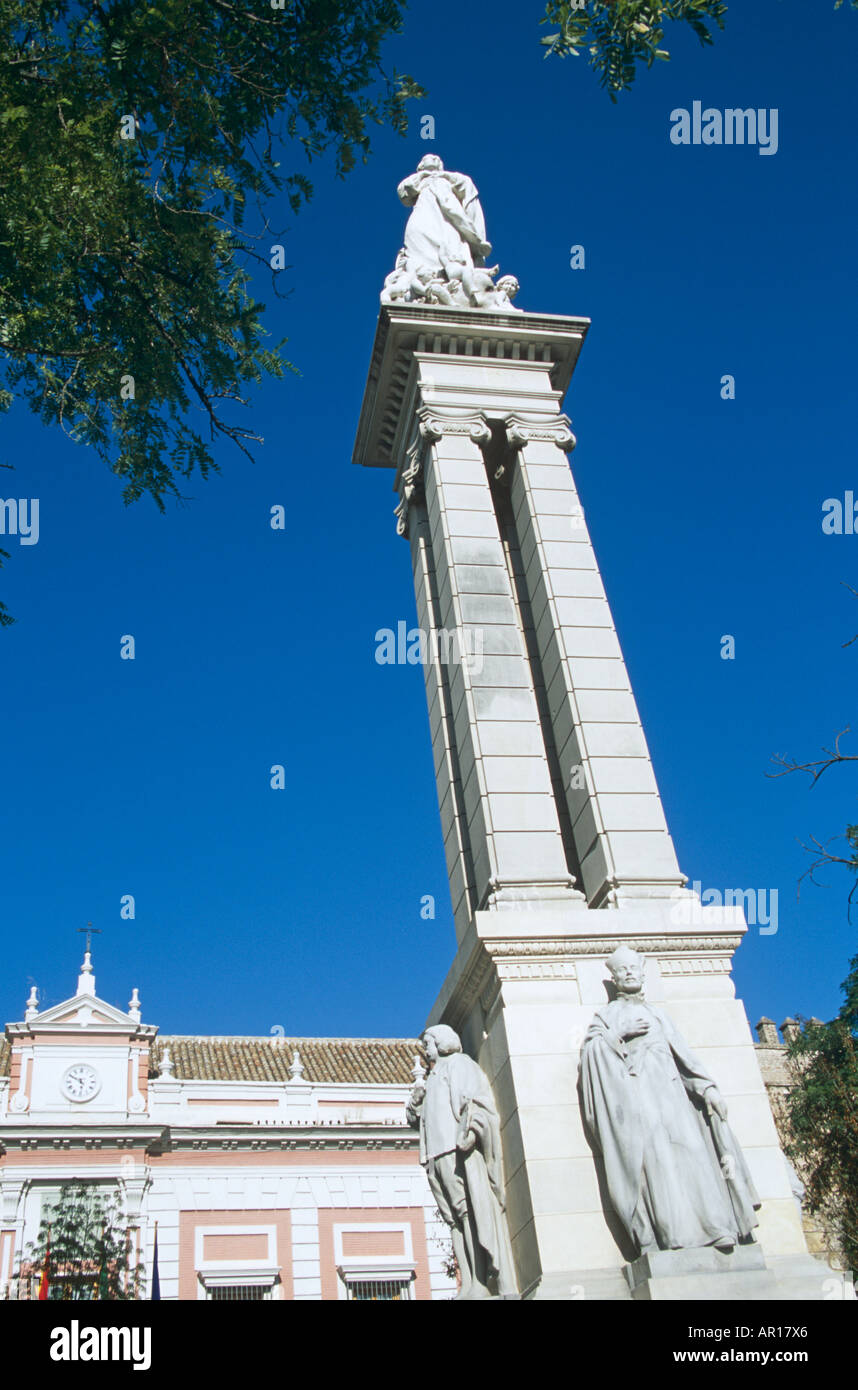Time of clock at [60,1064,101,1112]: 5:50
